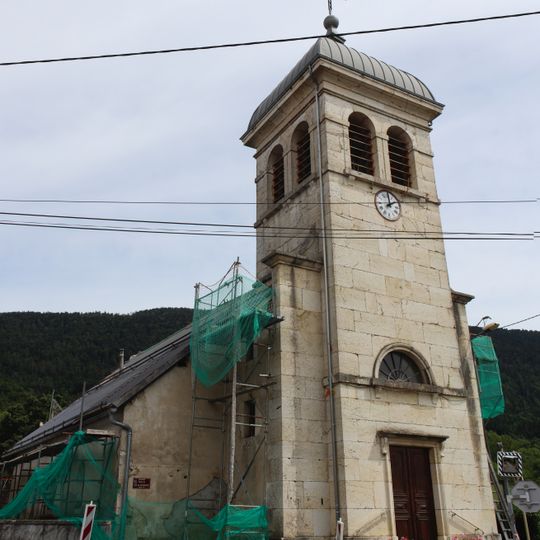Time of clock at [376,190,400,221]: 1:59
